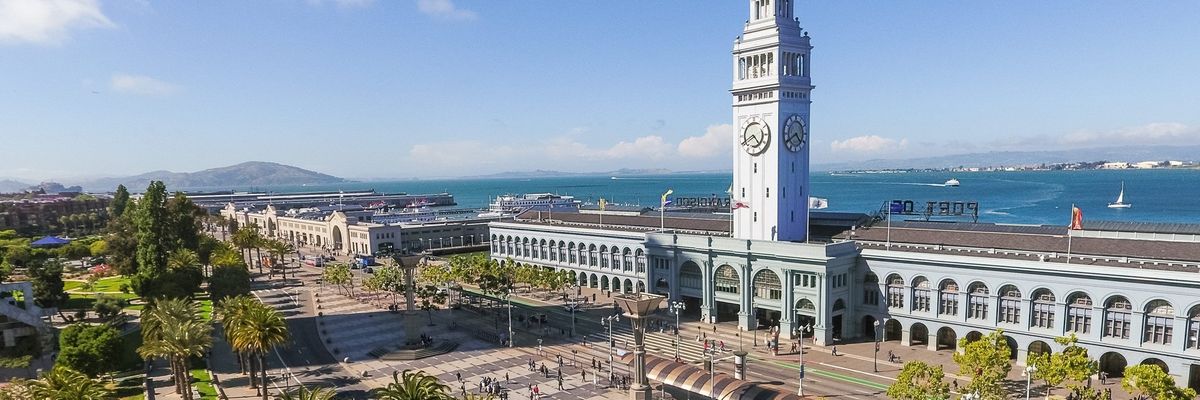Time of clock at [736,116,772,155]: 4:40
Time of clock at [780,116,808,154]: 4:40
